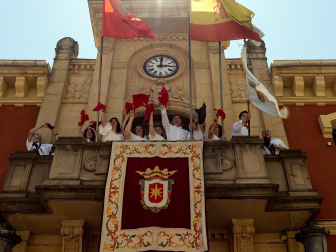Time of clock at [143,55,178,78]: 3:00
